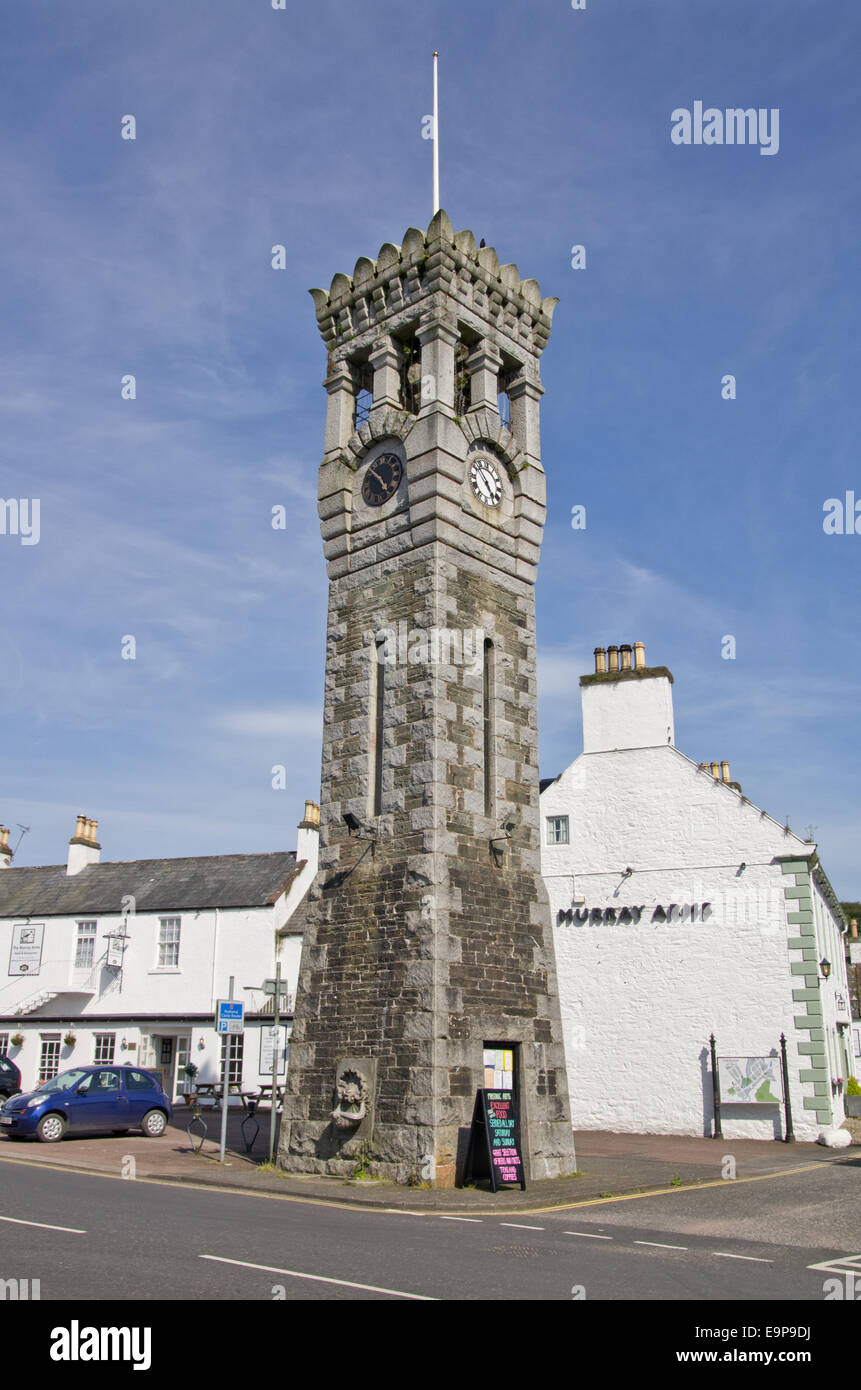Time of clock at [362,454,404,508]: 4:50
